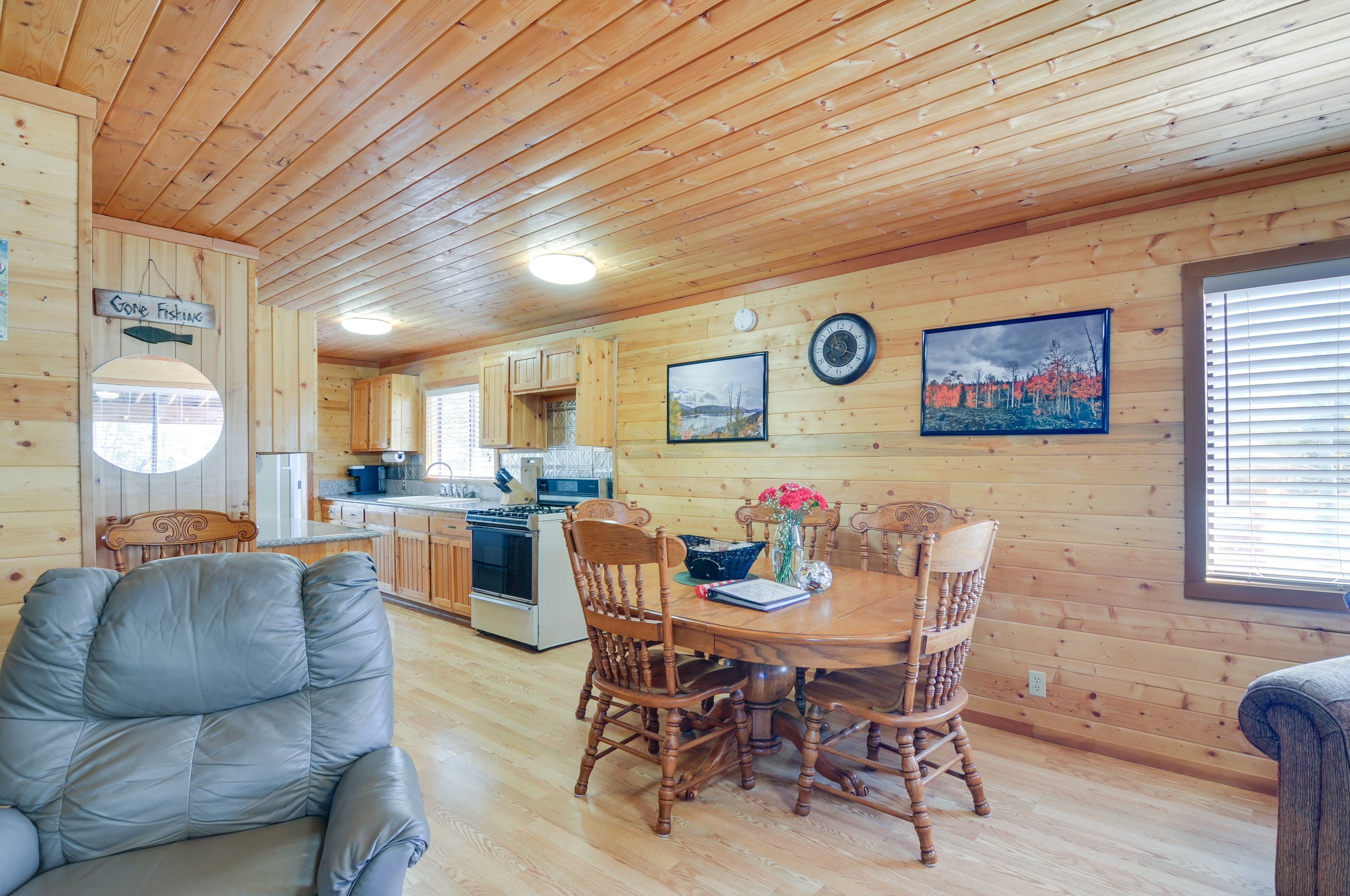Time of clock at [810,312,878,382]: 11:18
